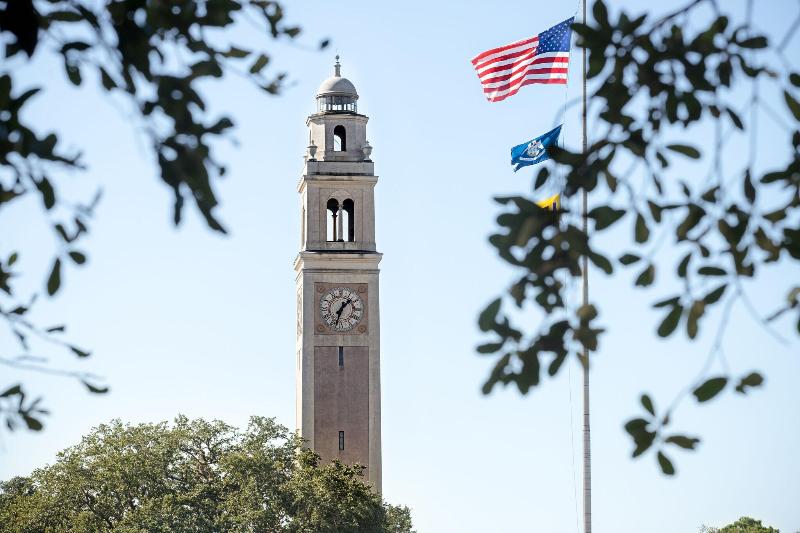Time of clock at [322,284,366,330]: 1:33
